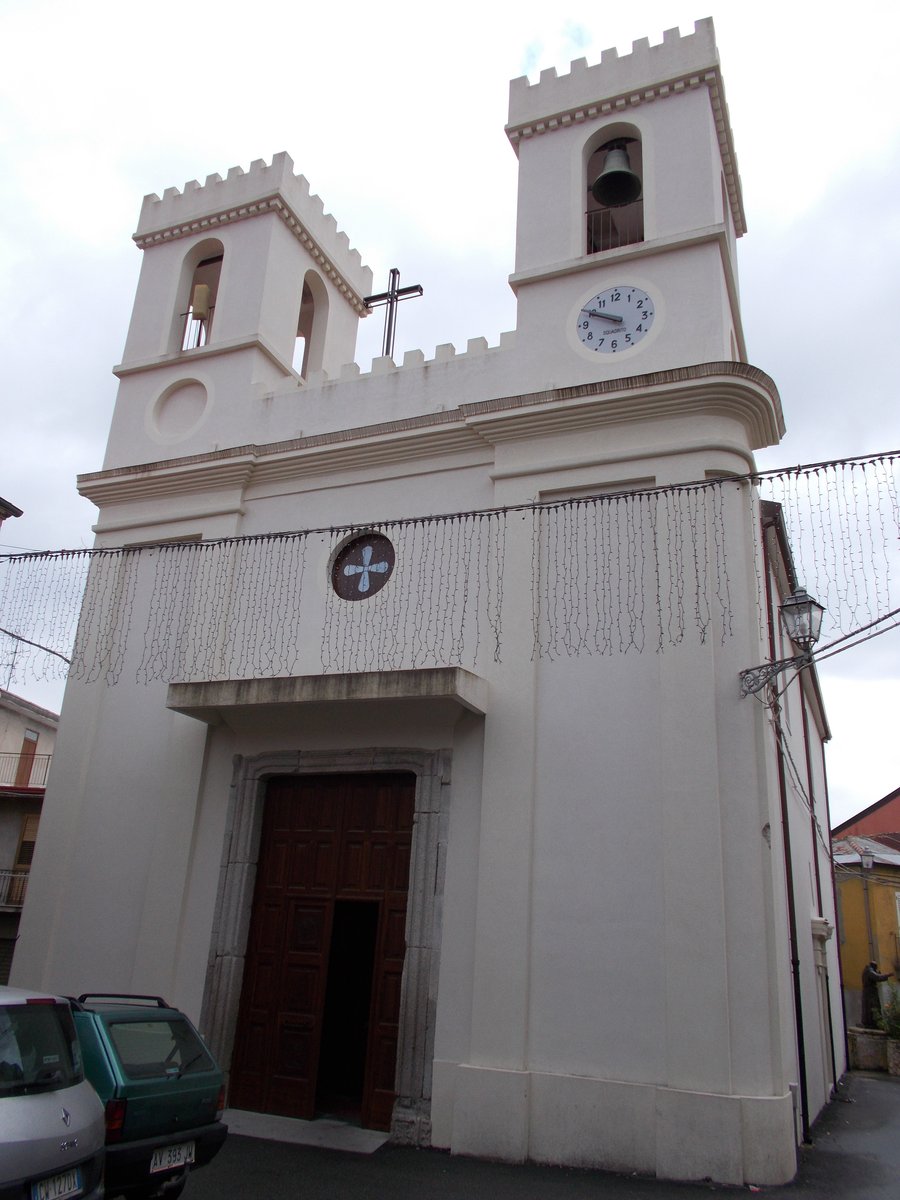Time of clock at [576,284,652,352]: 9:49
